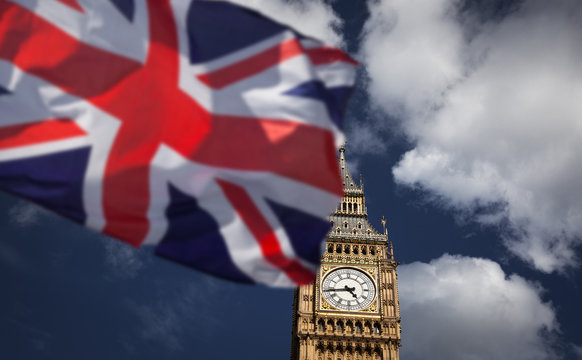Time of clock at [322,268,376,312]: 4:43
